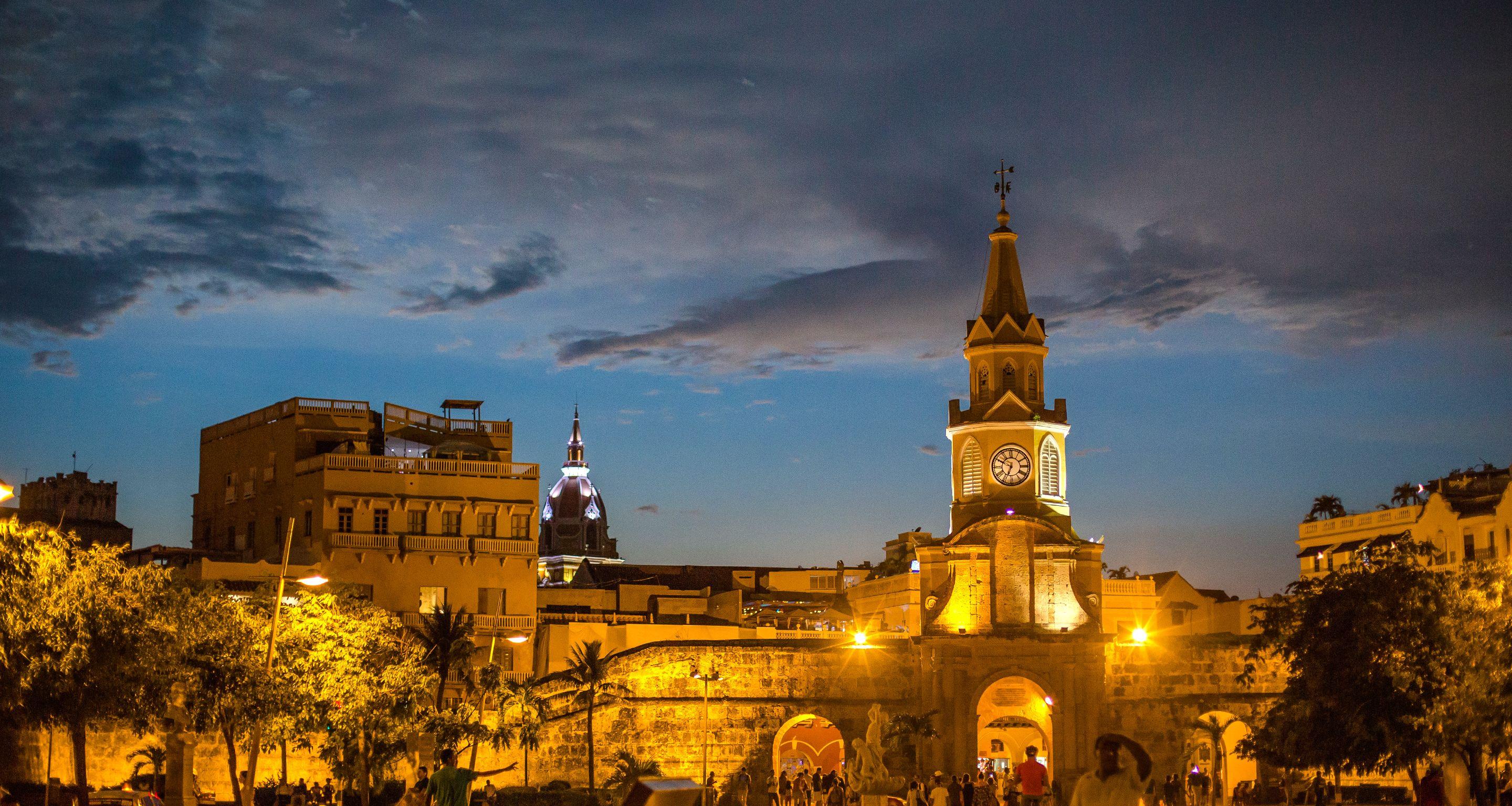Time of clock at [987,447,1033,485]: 6:49
